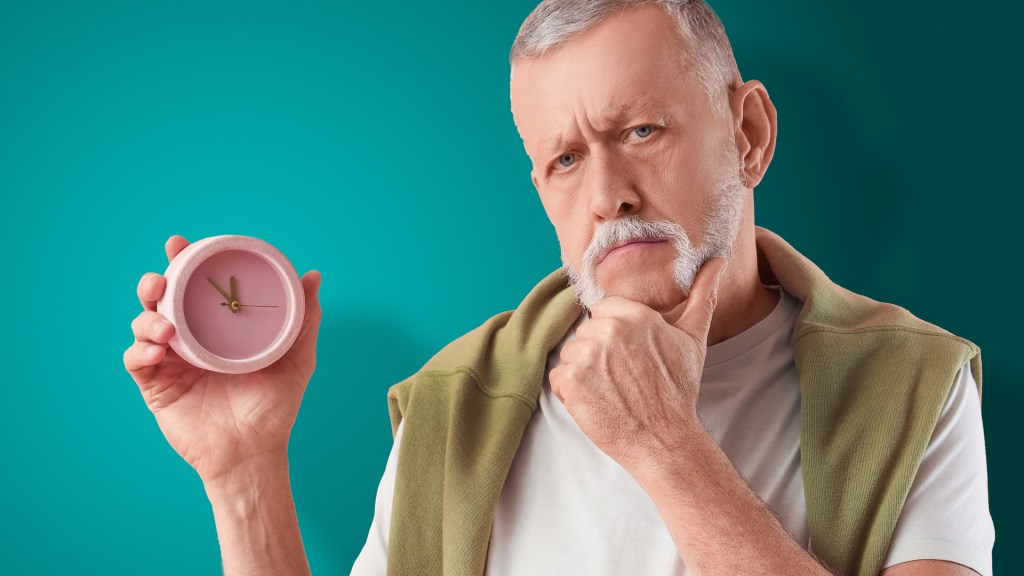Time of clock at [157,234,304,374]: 11:52
